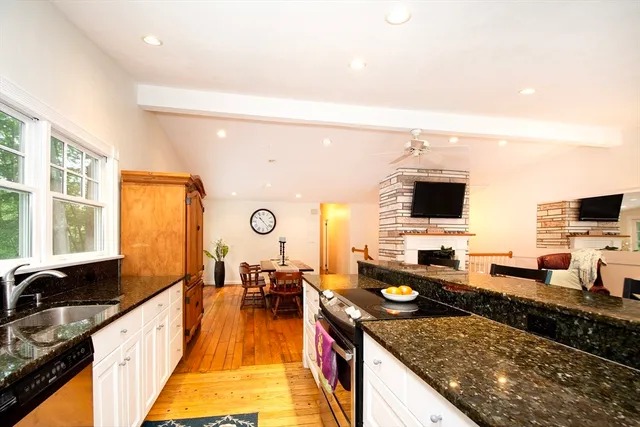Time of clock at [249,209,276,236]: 10:22
